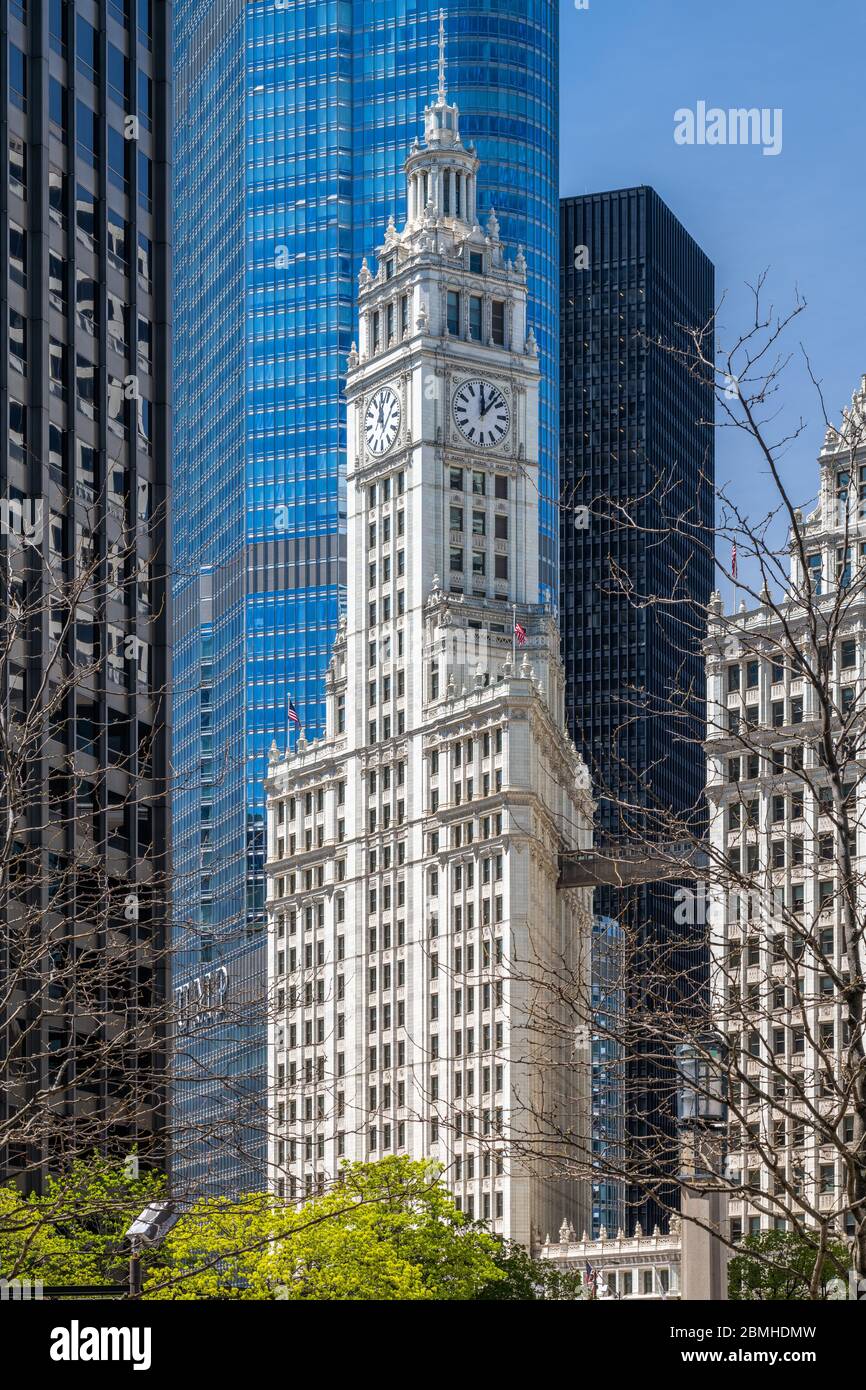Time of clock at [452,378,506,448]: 12:07
